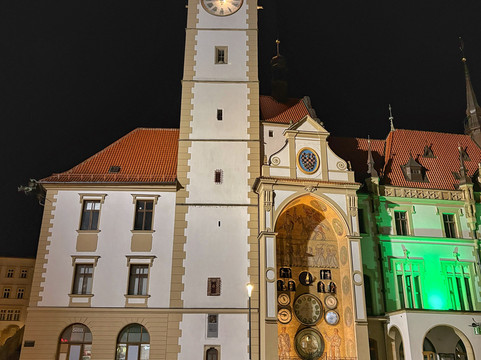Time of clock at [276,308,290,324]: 8:47
